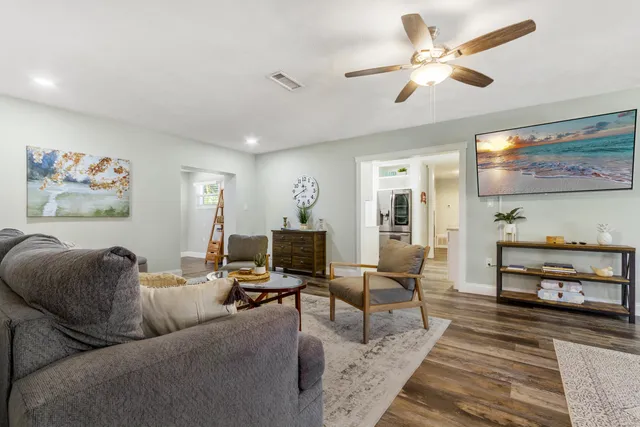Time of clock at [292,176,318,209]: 11:40
